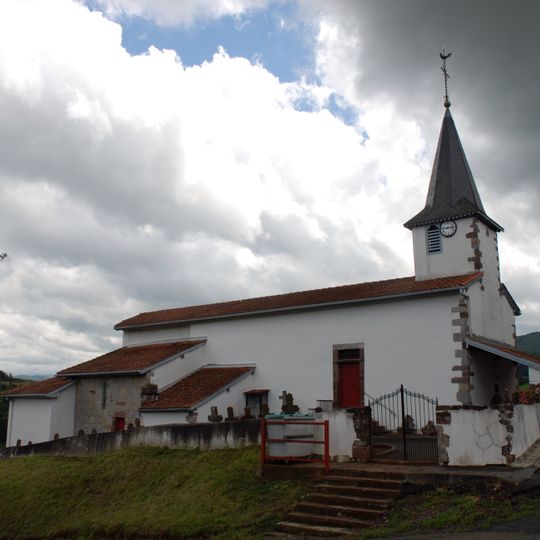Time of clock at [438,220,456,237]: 2:45
